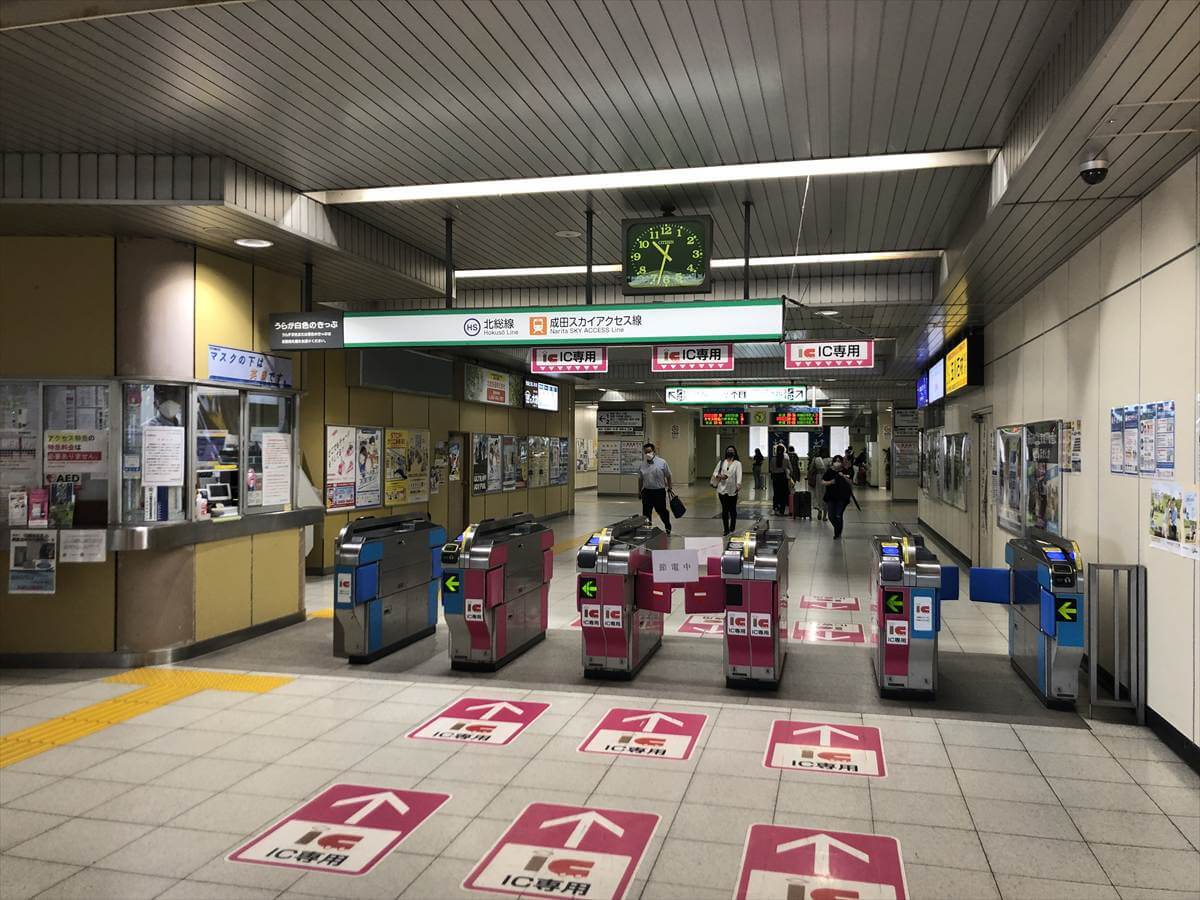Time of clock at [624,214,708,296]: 10:33
